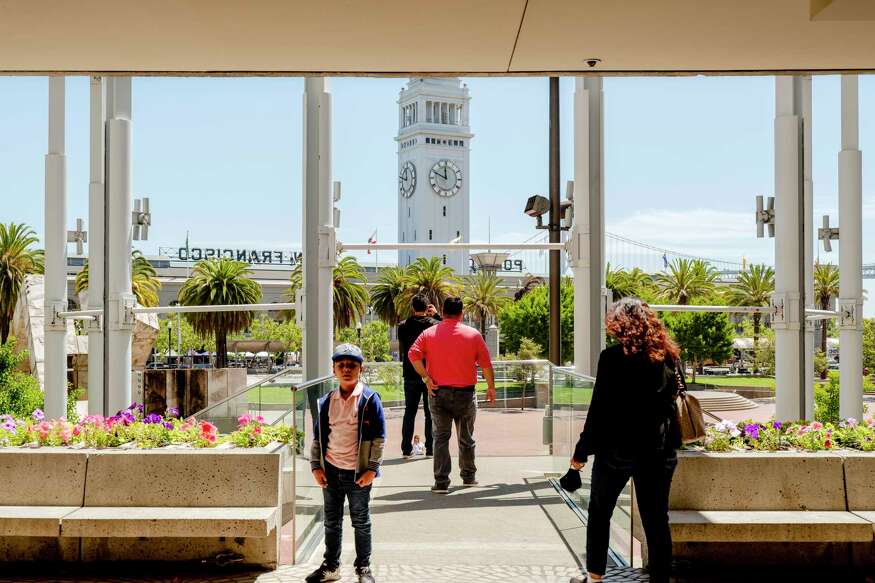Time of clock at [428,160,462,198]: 11:49
